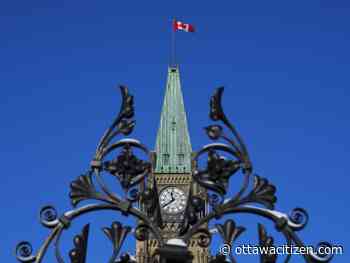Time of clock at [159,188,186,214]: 11:39
